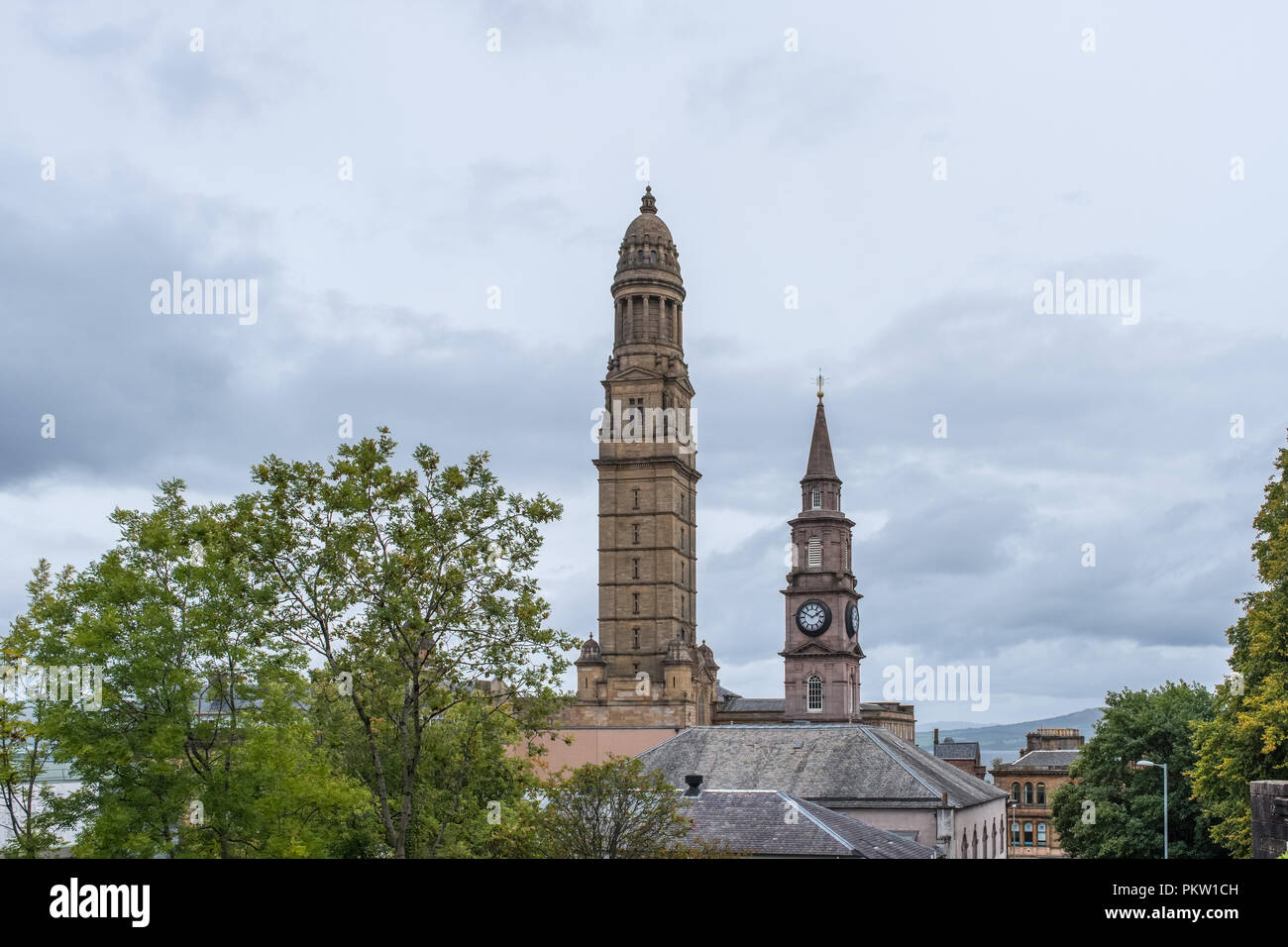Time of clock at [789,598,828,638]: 1:50
